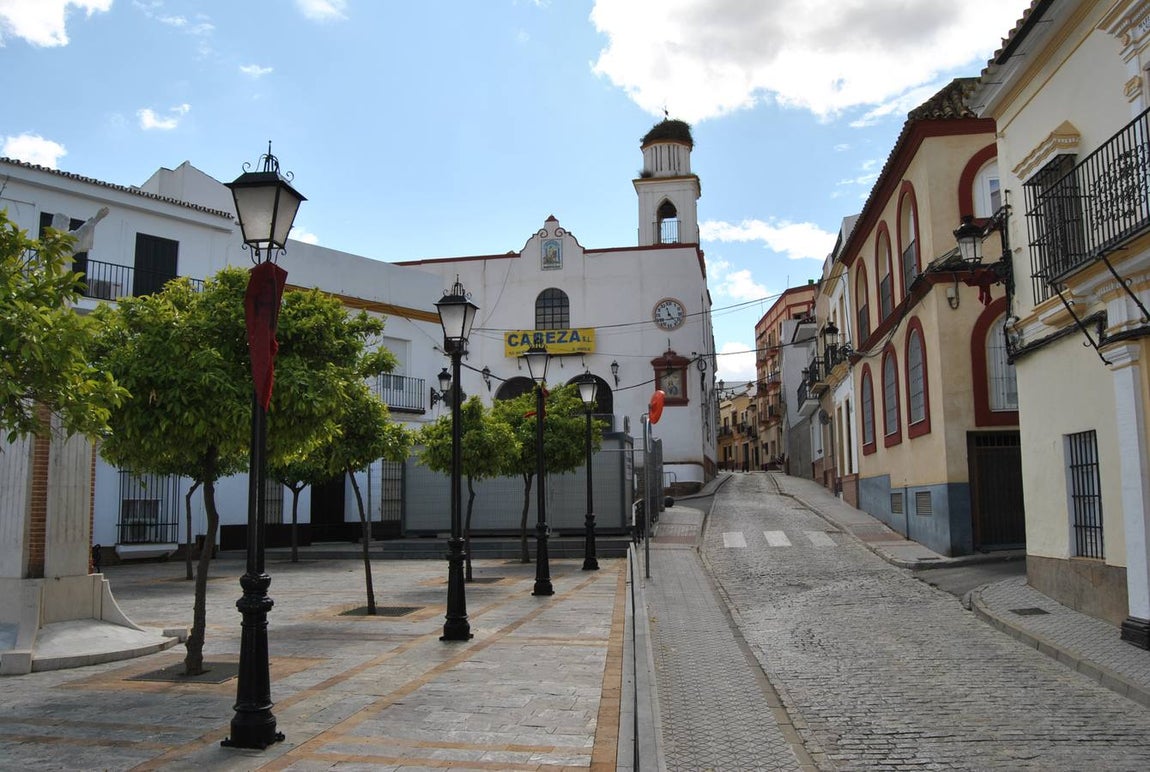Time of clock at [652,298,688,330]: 11:22
